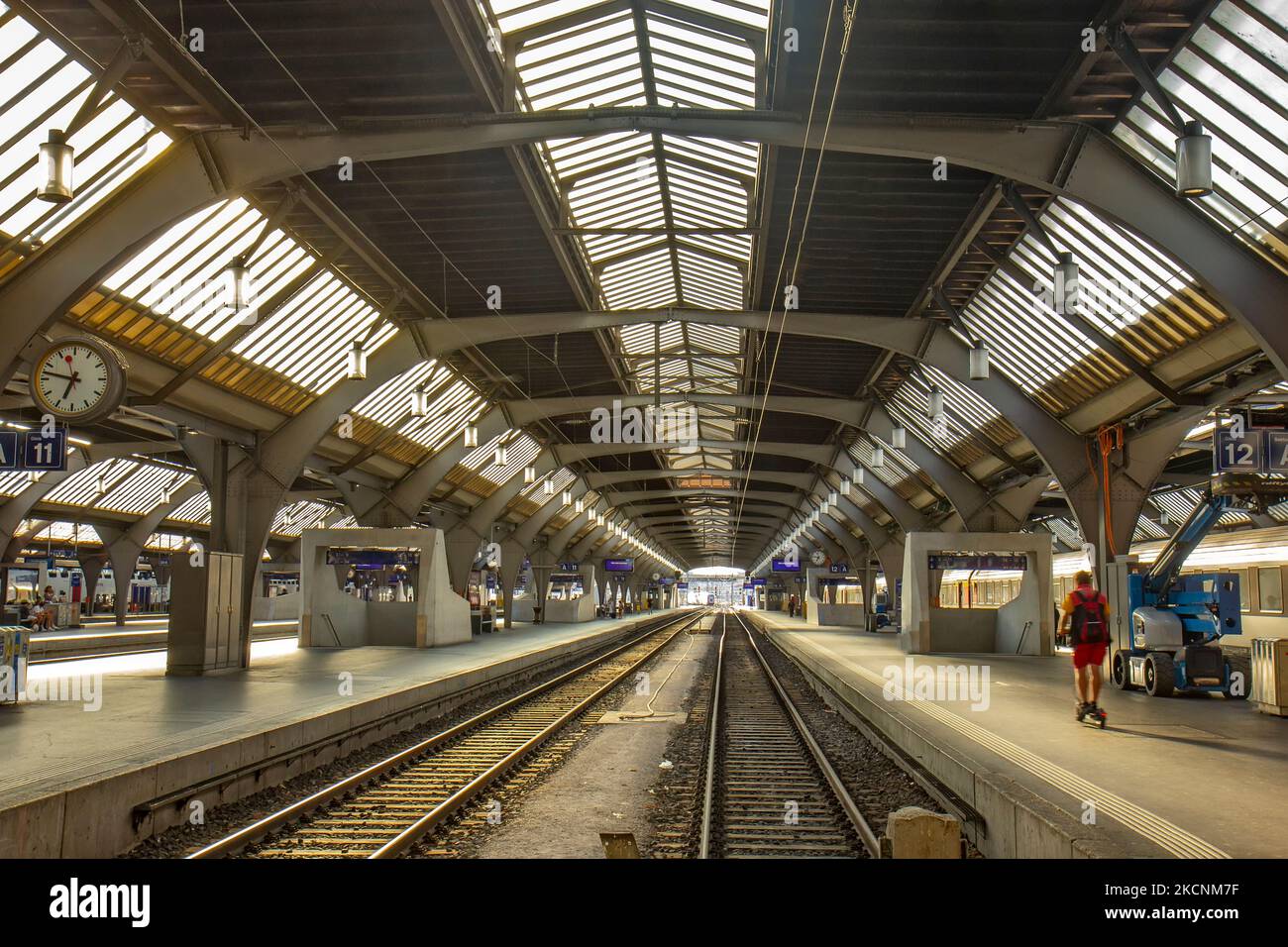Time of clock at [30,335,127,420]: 6:47
